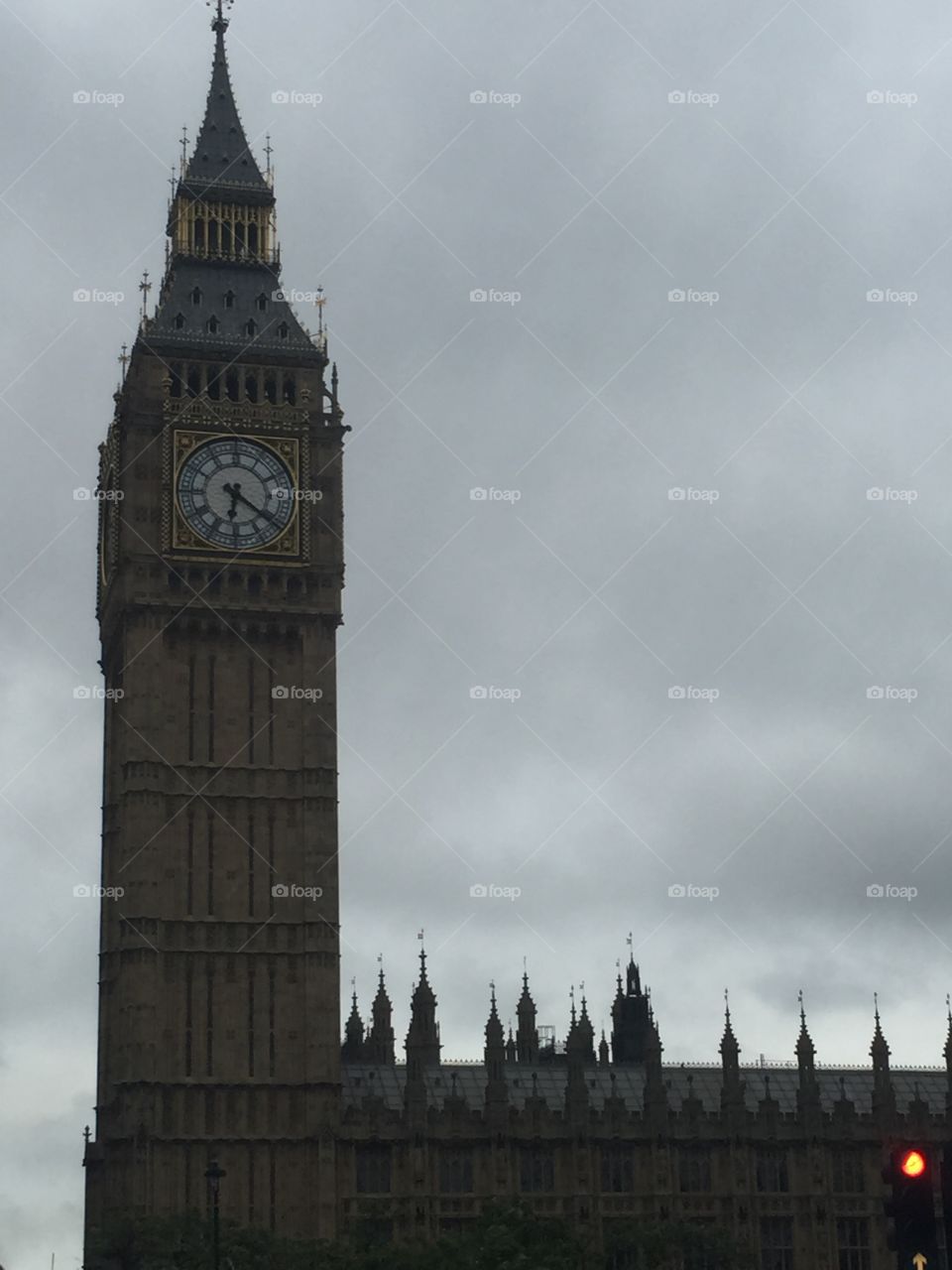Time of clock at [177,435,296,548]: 6:21
